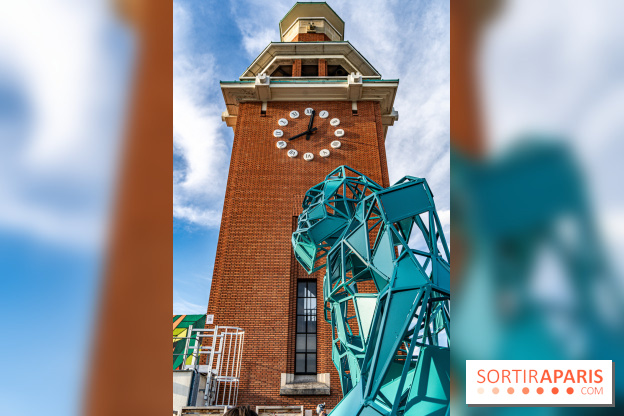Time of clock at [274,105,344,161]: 8:01
